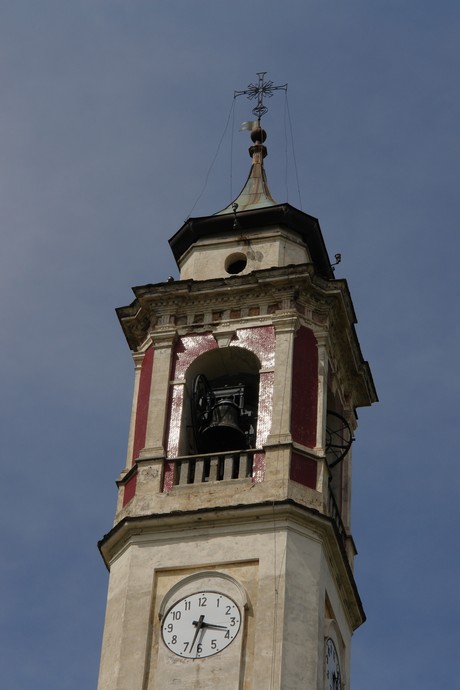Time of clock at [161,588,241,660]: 3:32
